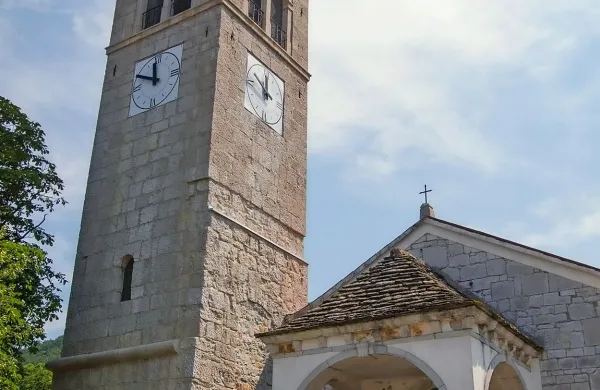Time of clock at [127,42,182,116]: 11:49
